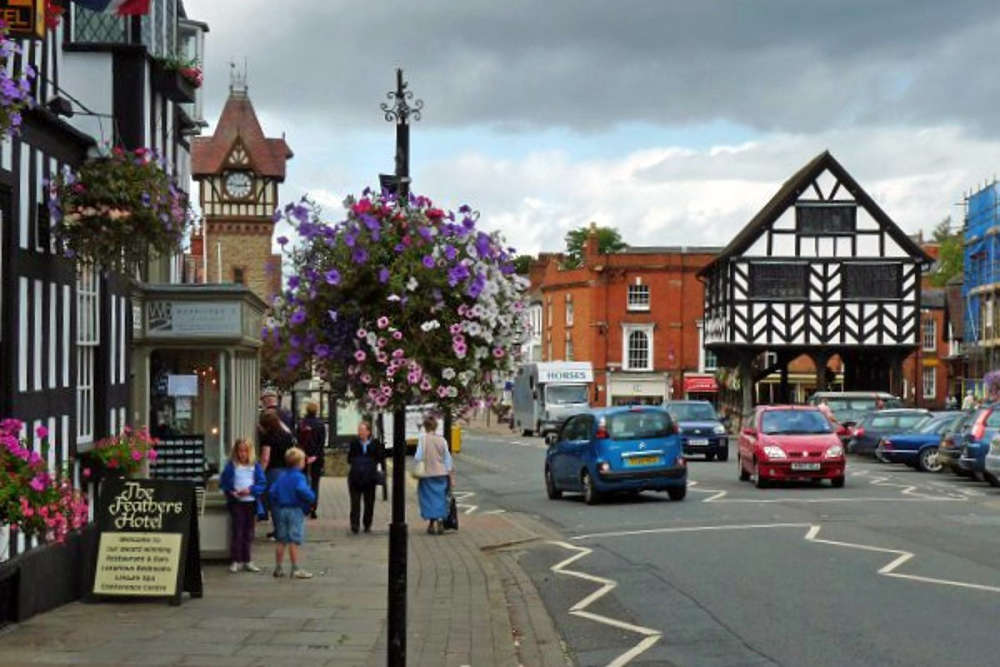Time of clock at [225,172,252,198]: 2:46
